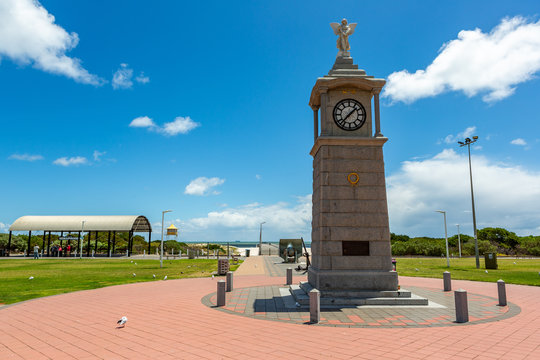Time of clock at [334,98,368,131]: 1:37
